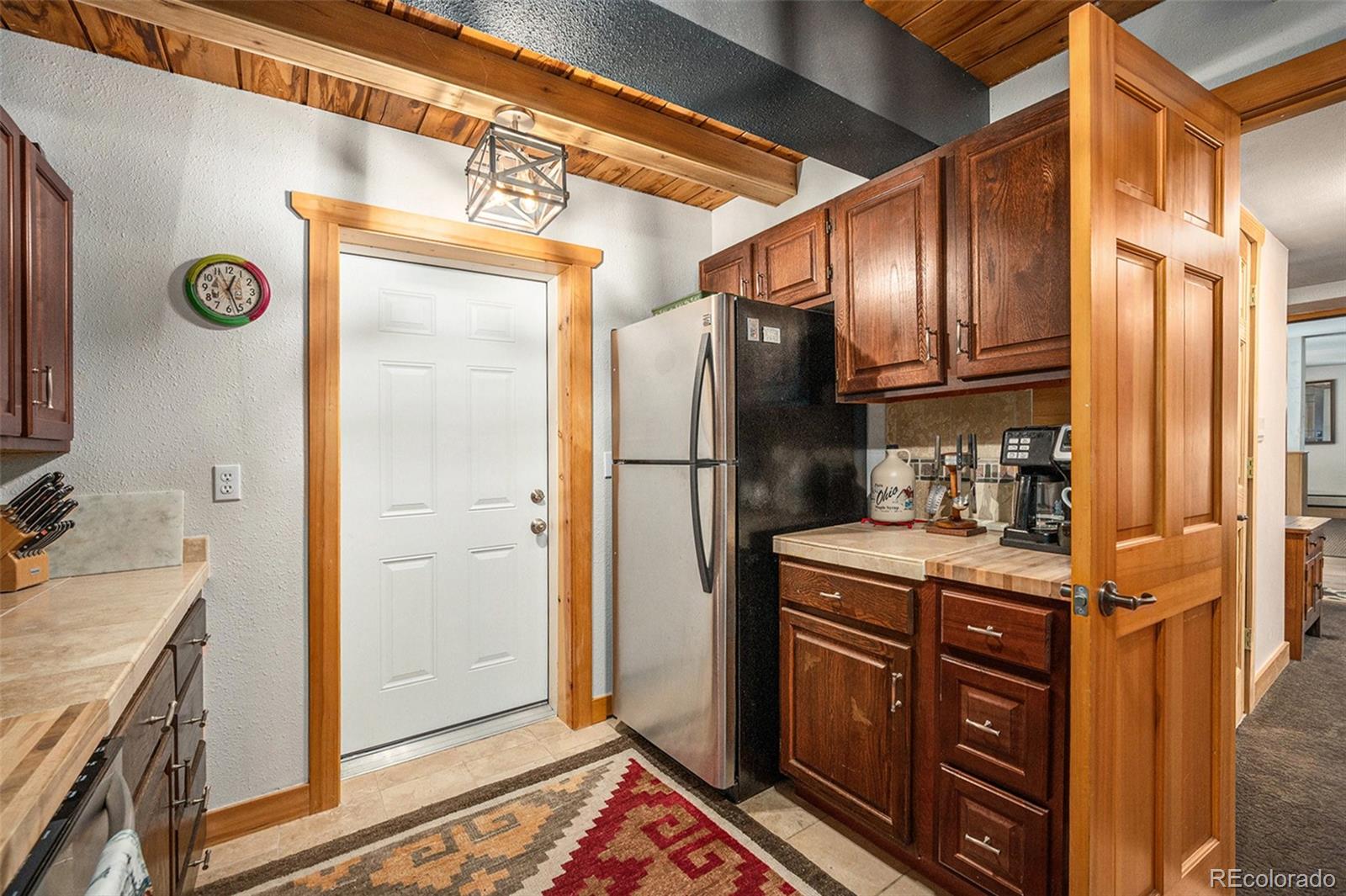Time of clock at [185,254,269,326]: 12:26
